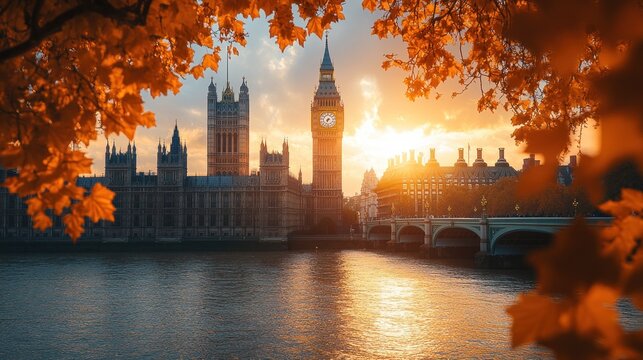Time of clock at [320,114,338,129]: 7:32
